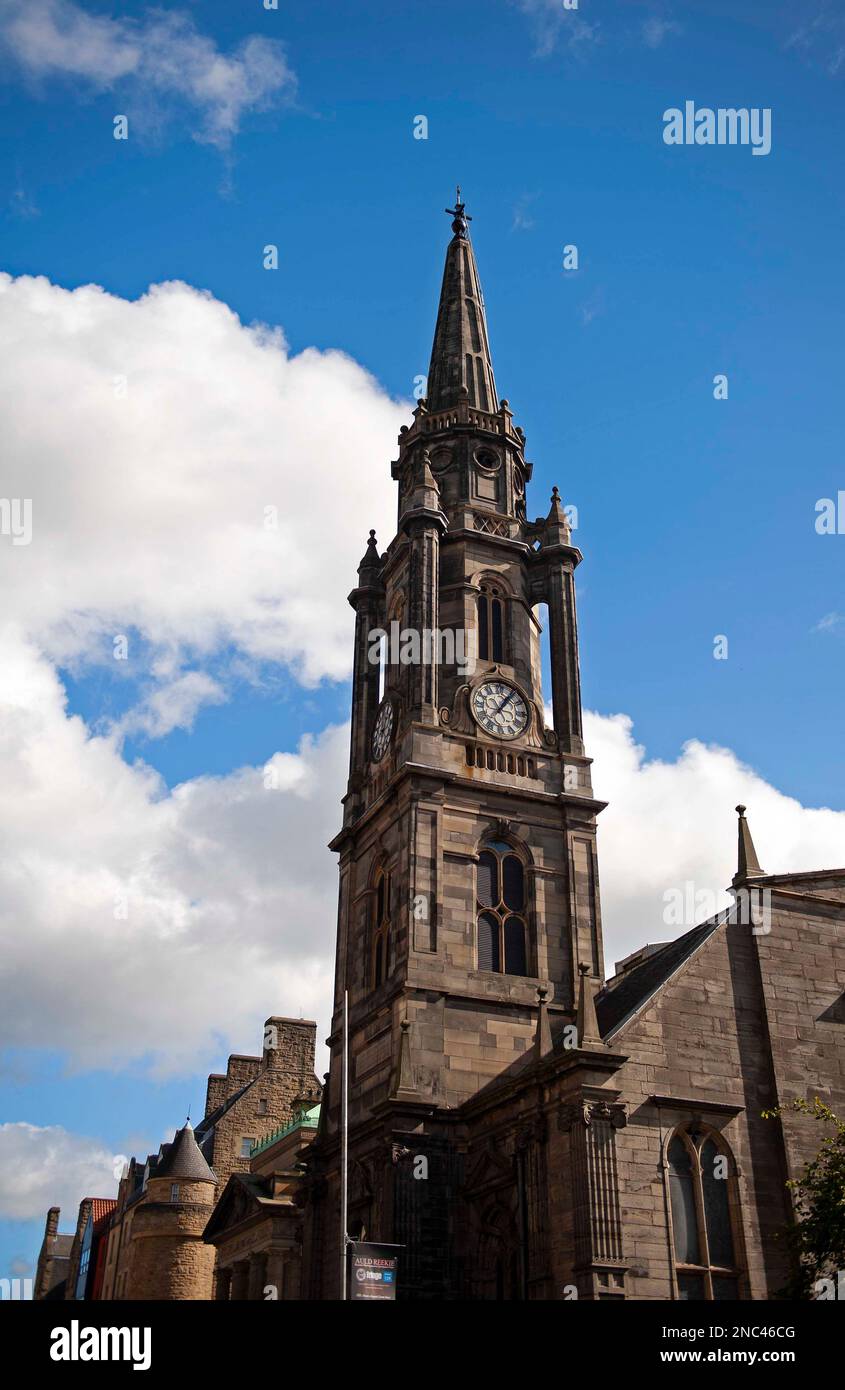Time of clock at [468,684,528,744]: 1:06
